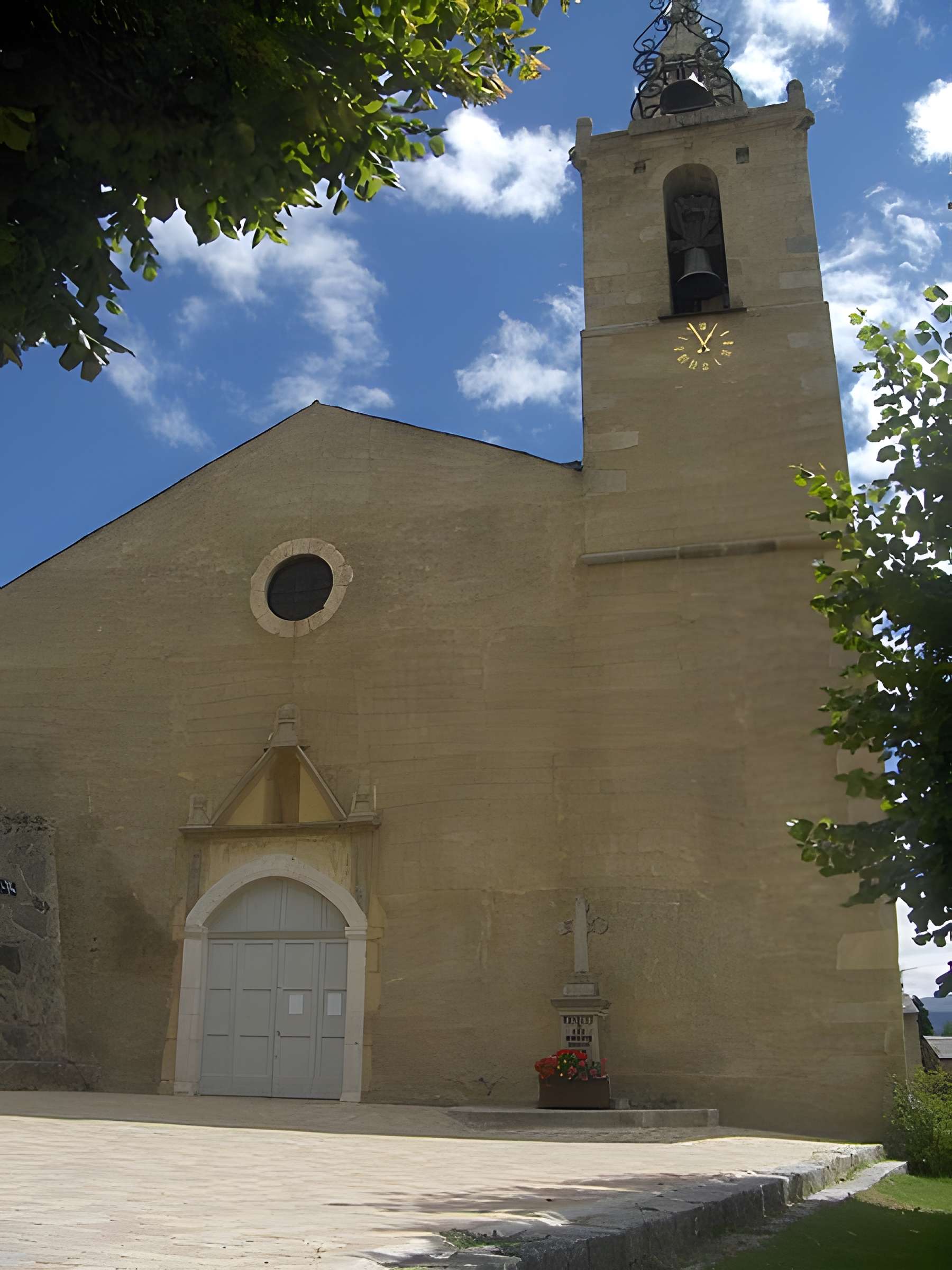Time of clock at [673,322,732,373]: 12:55
